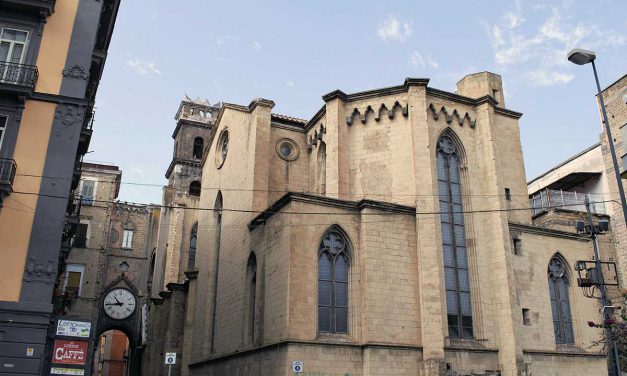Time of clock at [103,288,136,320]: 10:43
